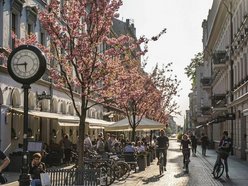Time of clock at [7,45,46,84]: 5:43
